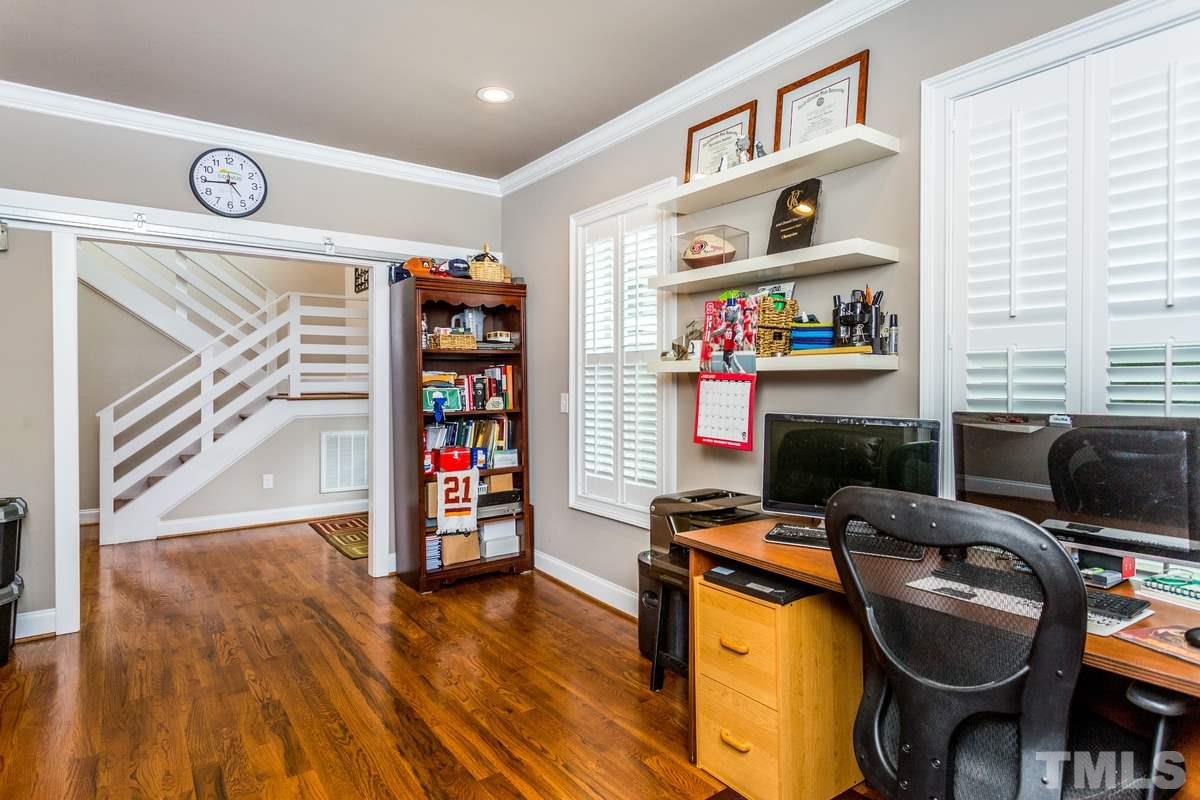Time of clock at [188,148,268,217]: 4:44
